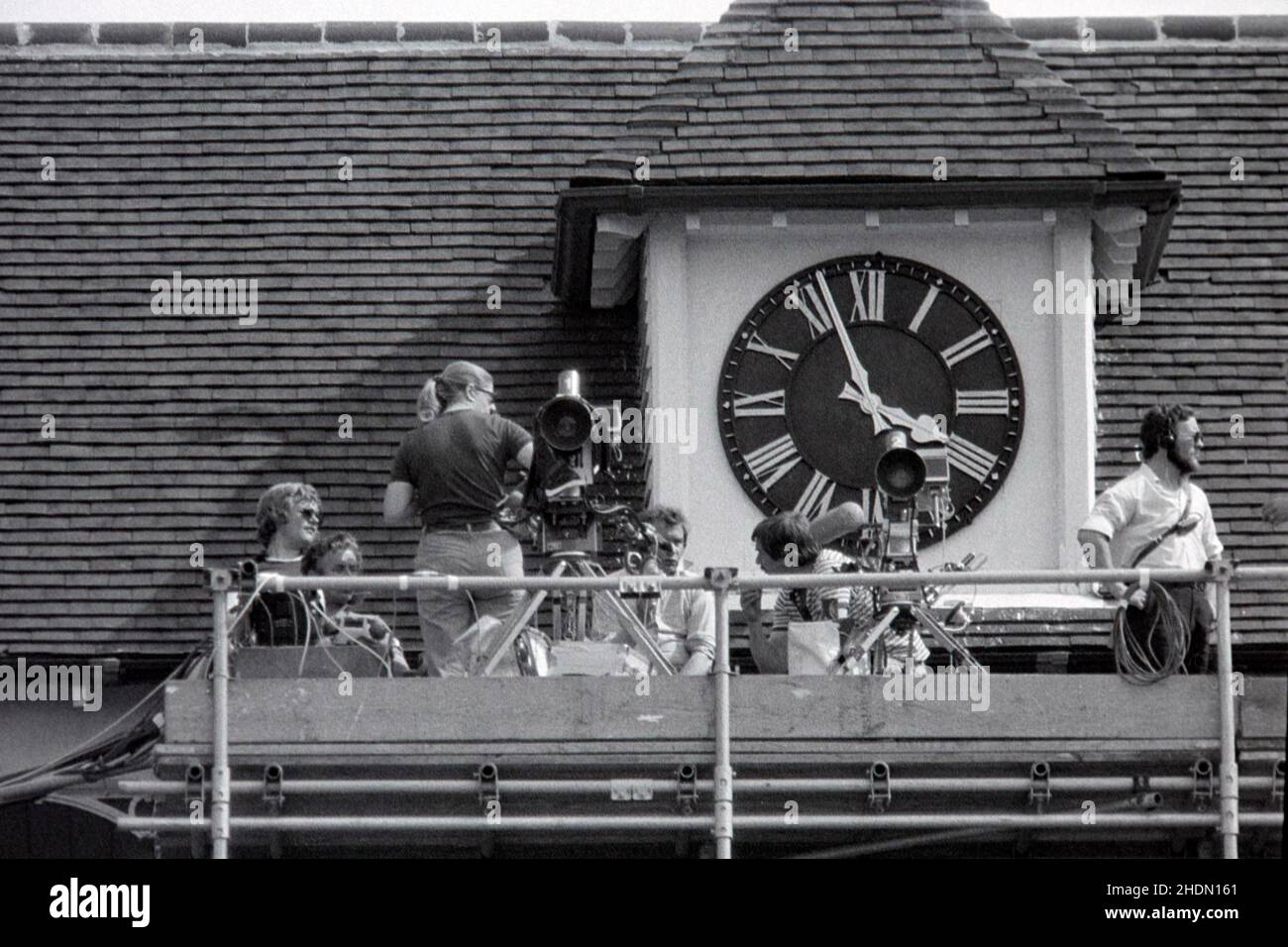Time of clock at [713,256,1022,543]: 3:56
